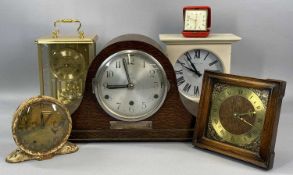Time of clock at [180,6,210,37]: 5:48
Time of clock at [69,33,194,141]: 8:57
